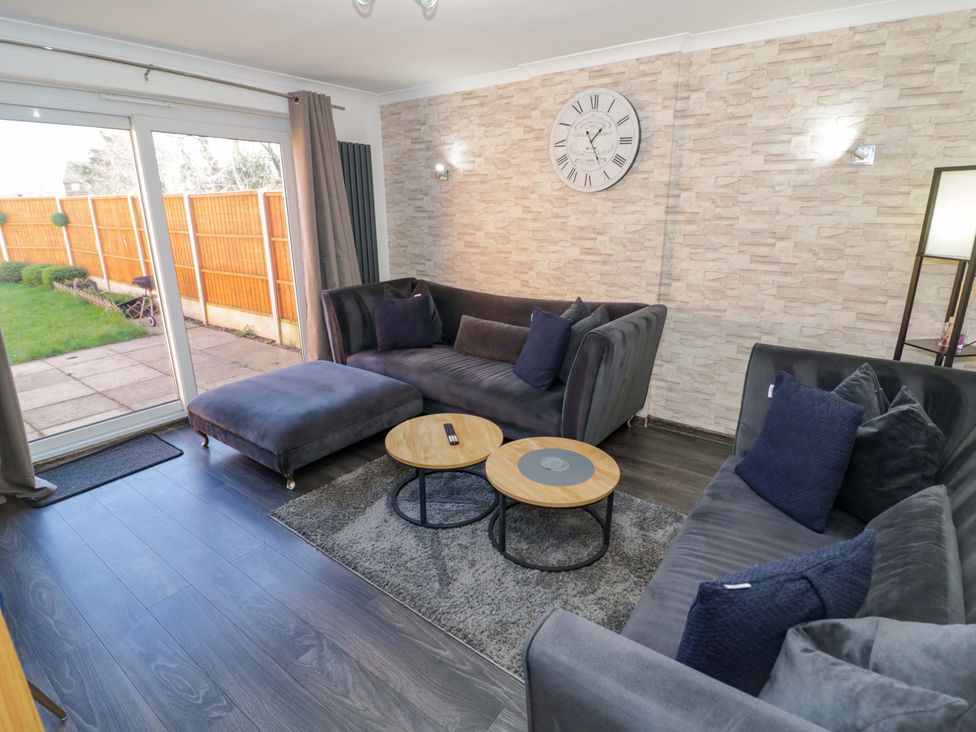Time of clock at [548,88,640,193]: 1:25
